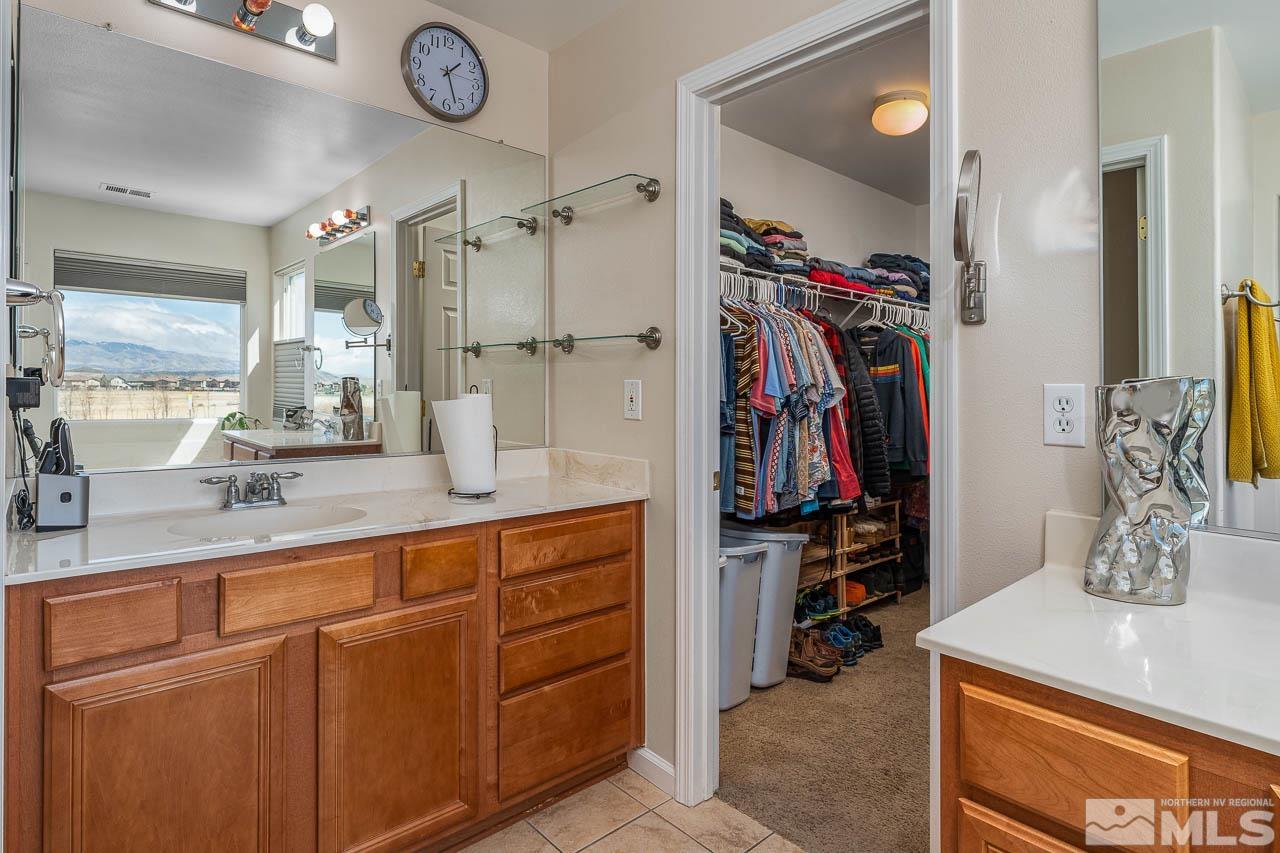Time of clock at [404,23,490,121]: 1:26
